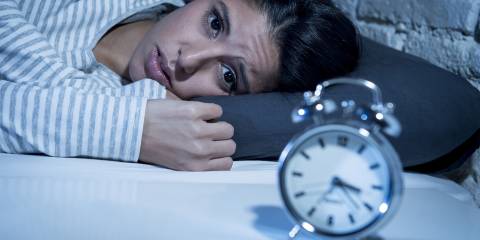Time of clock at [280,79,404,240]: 3:22
